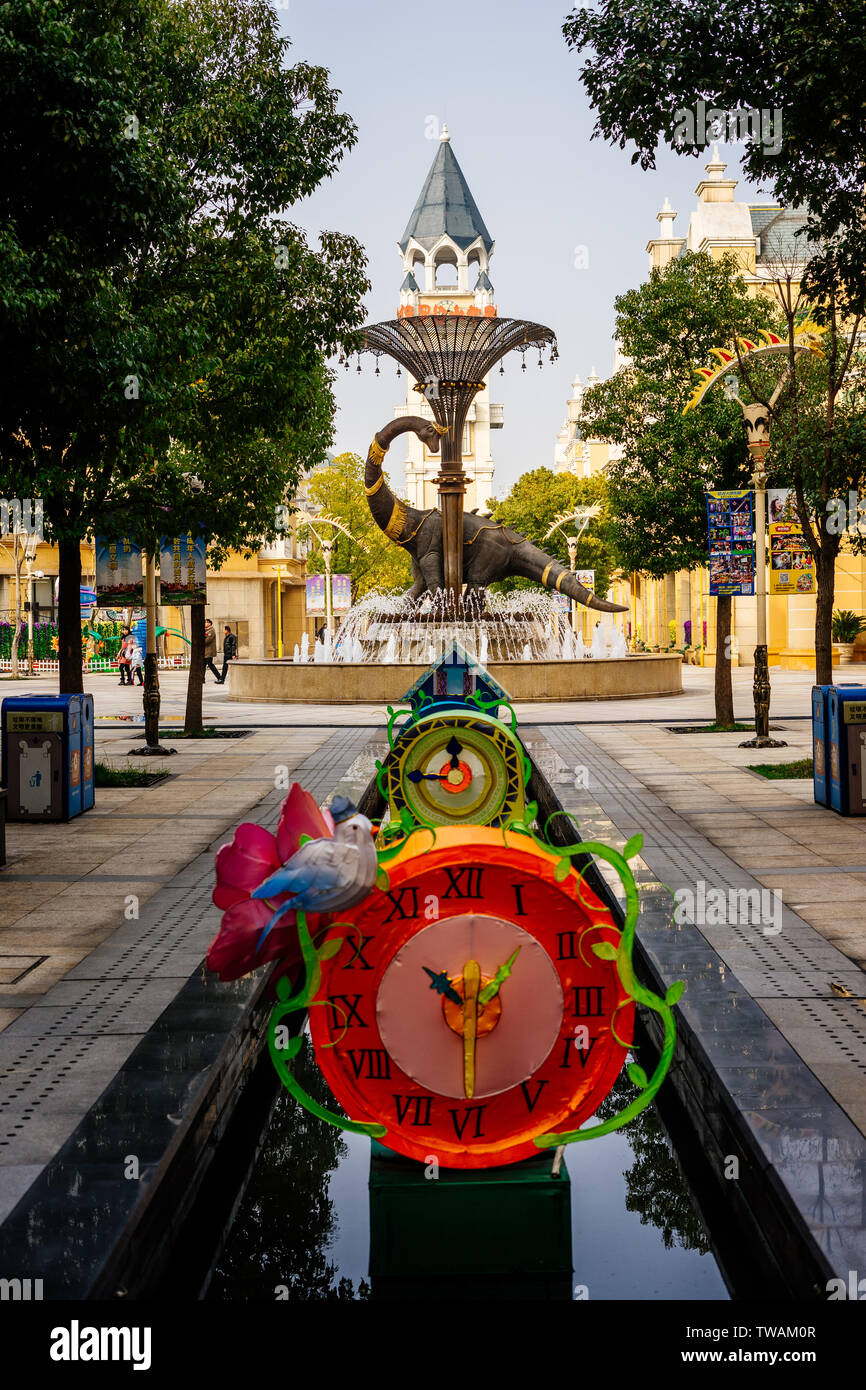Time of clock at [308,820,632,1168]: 10:30
